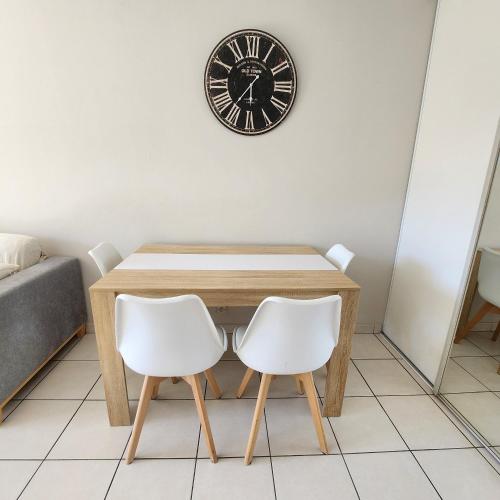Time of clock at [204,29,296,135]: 5:36
